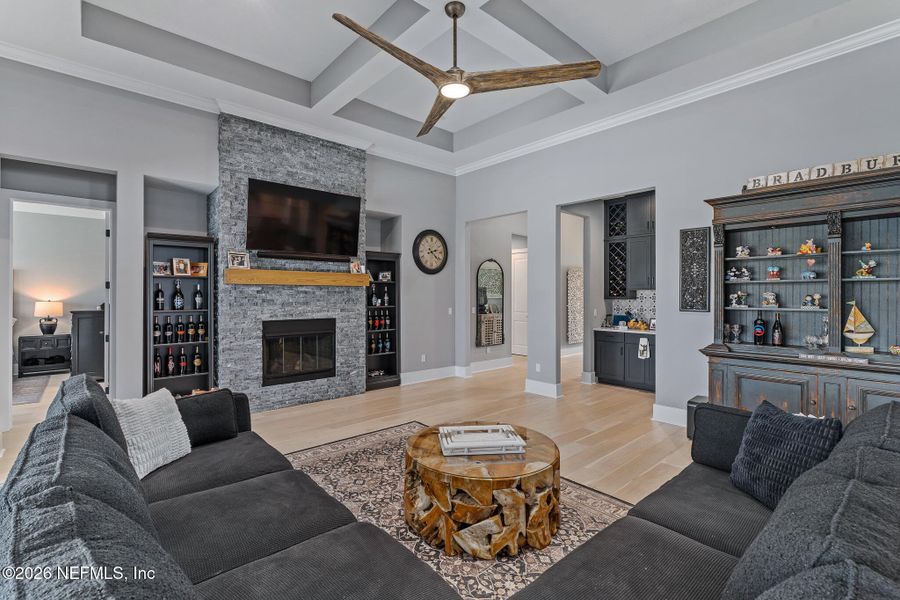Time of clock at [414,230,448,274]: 2:22
